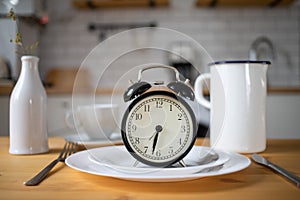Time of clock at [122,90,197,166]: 6:32
